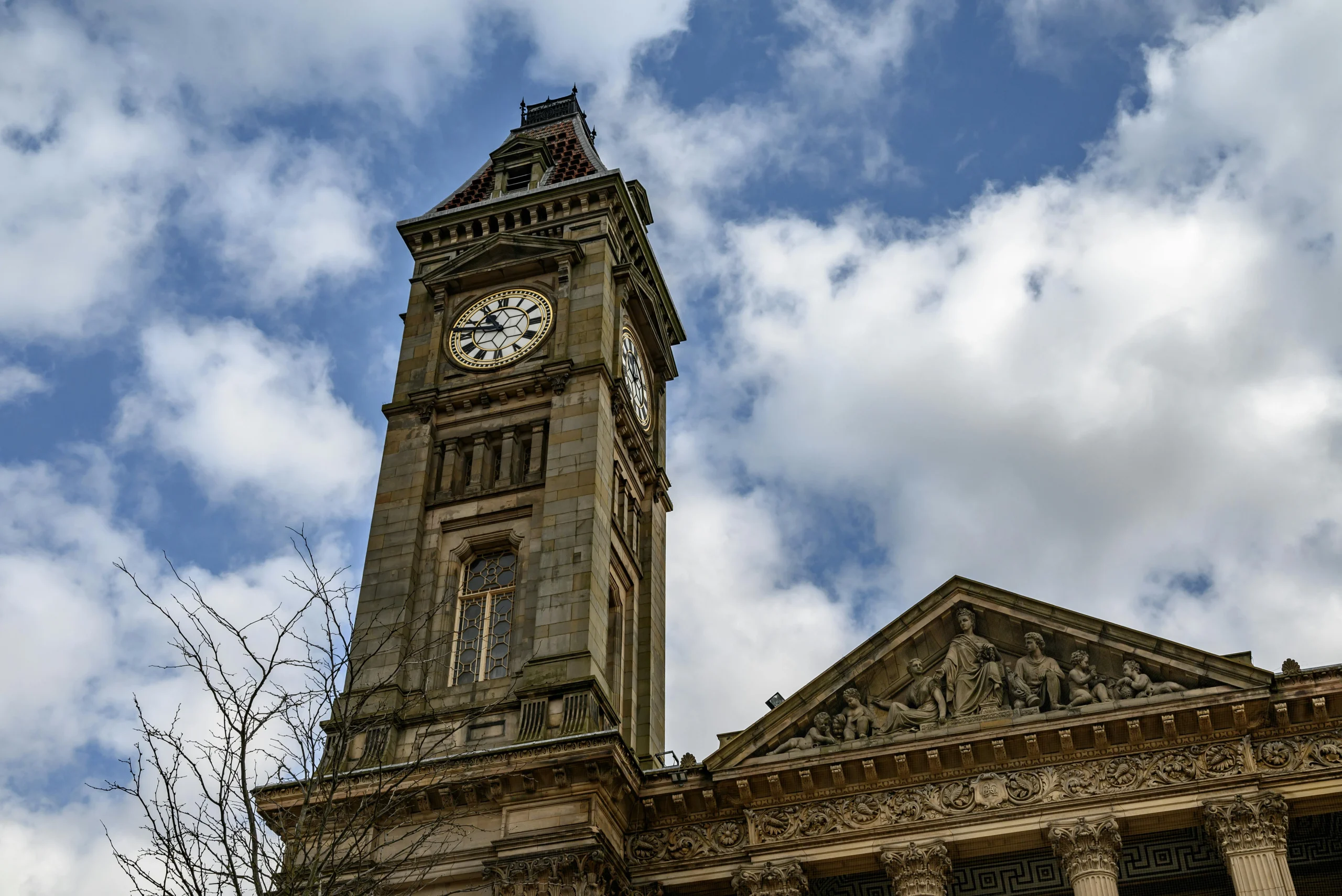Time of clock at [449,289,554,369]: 10:47
